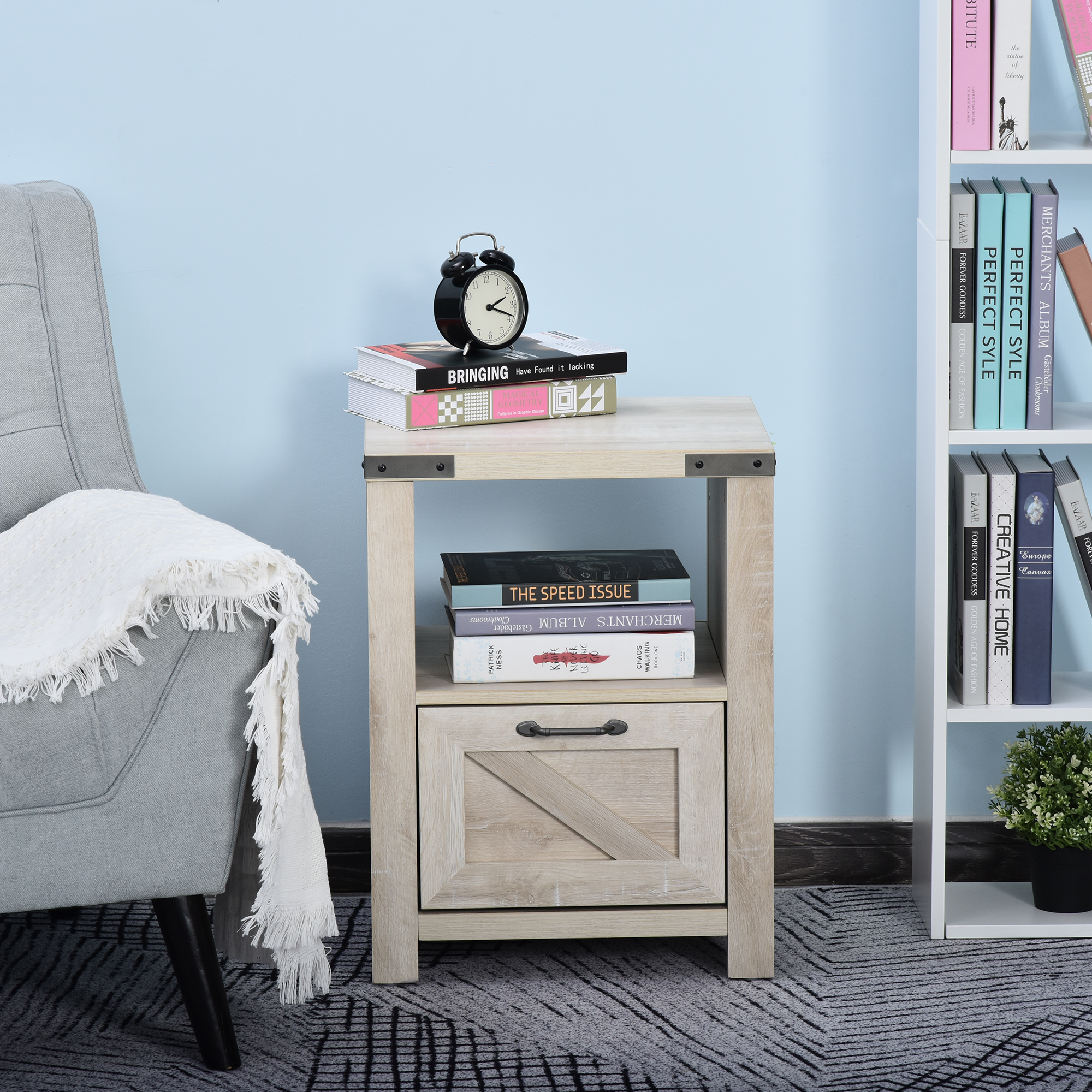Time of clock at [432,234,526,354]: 2:18
